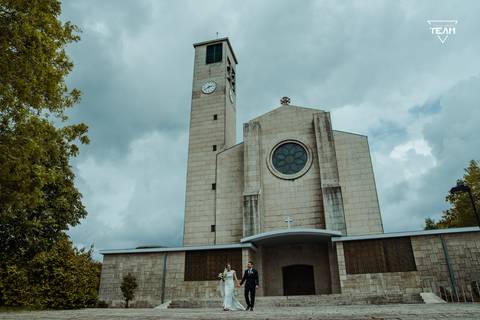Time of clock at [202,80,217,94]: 2:40
